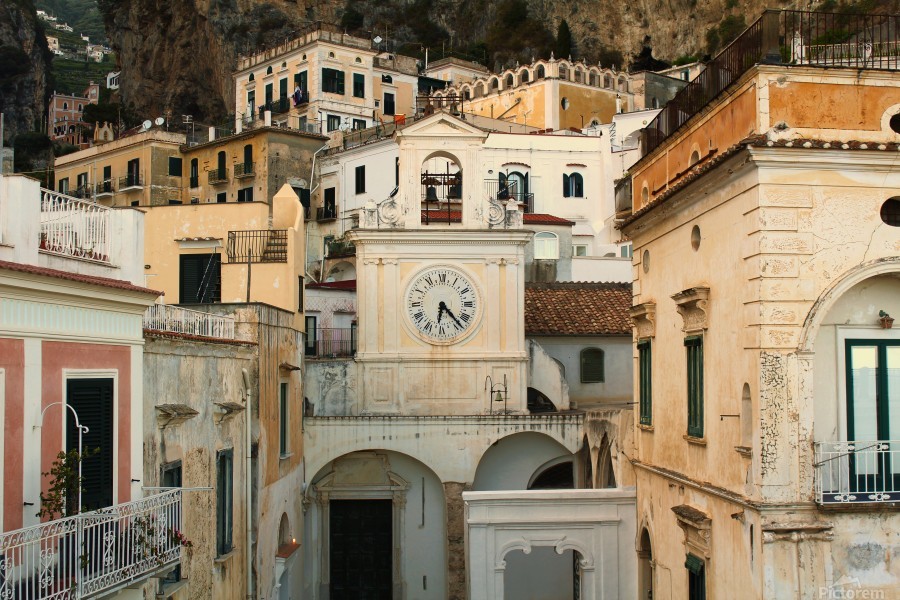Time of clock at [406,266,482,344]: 6:23
